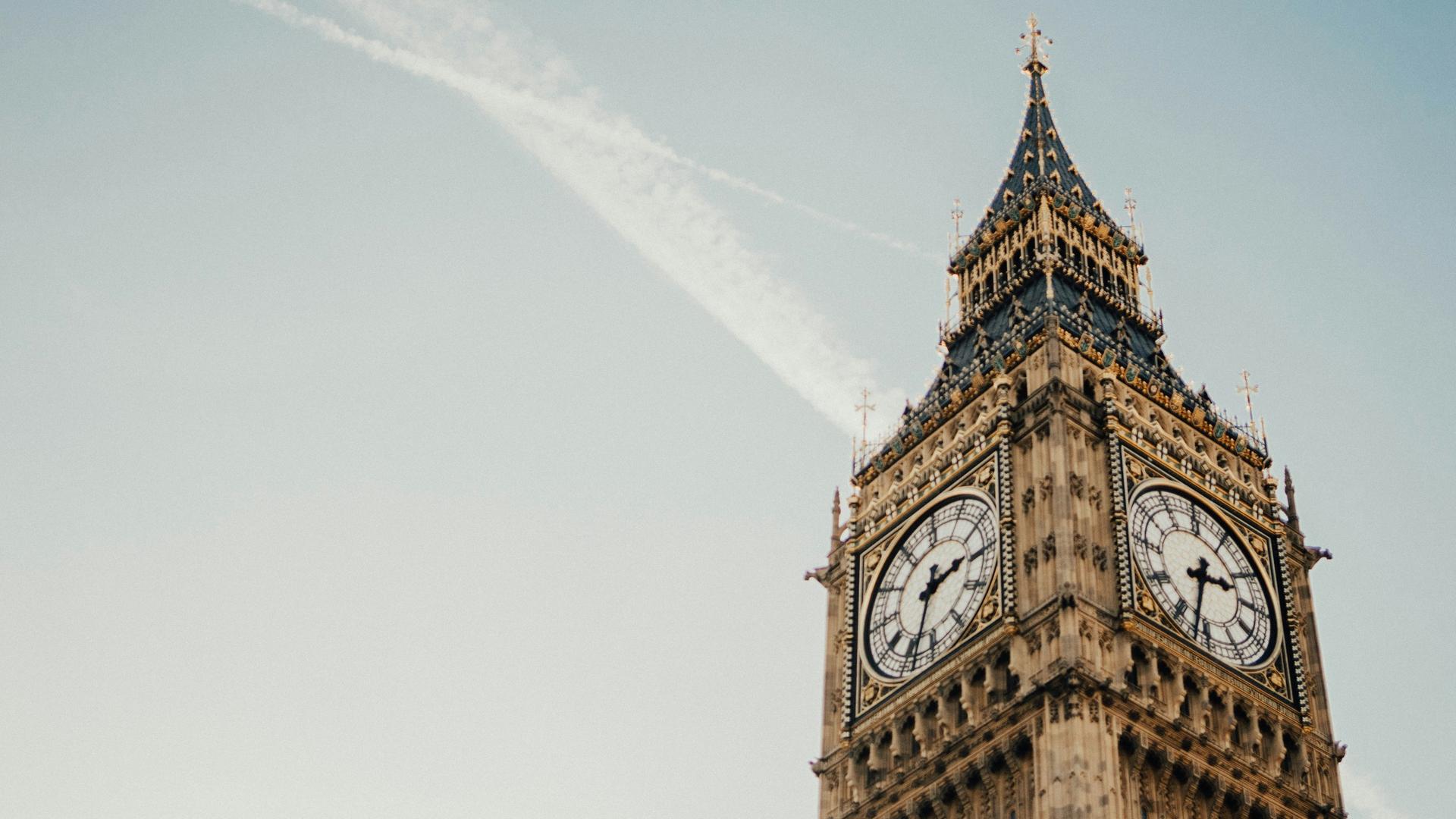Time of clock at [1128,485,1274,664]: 2:32
